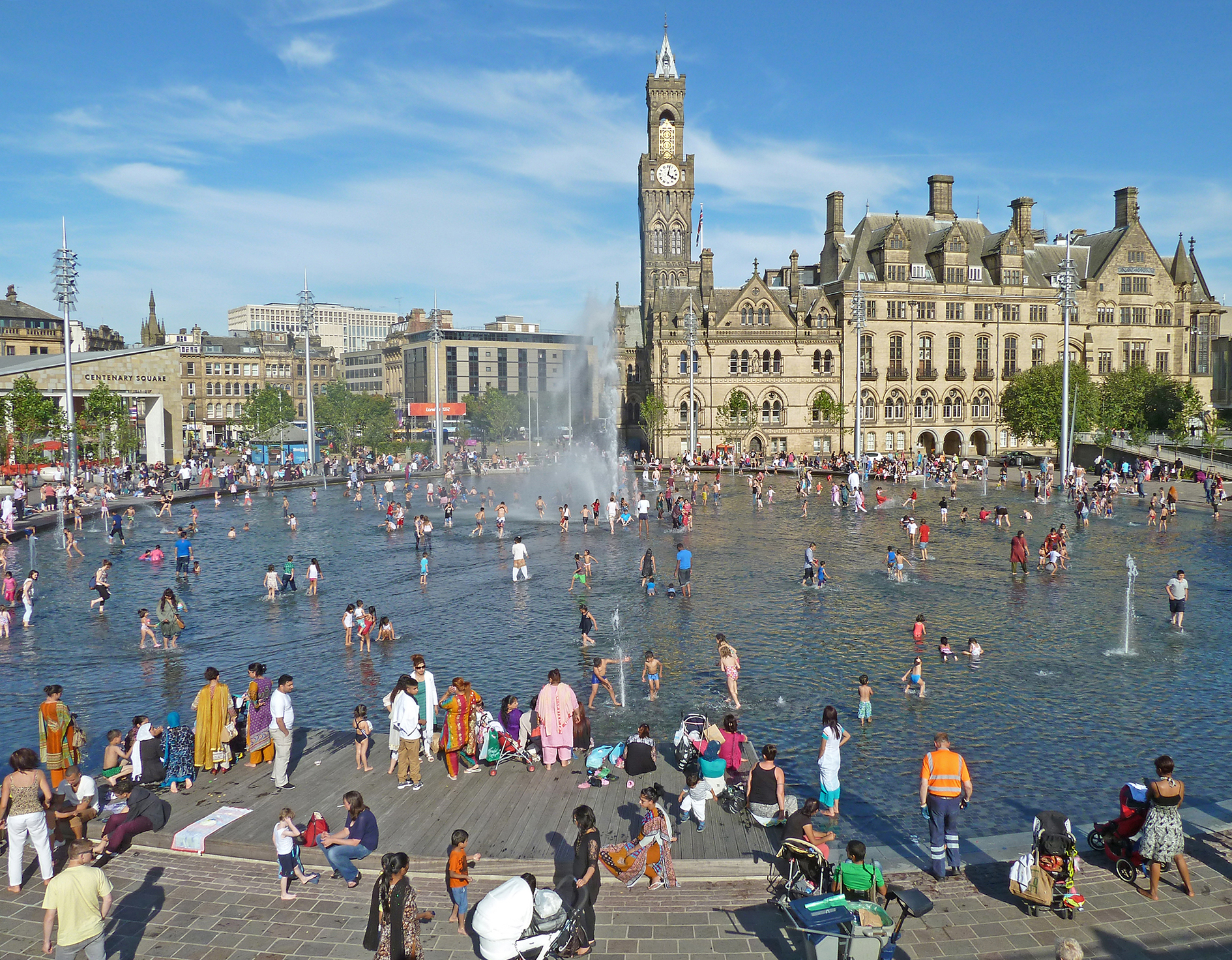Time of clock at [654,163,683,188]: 4:02
